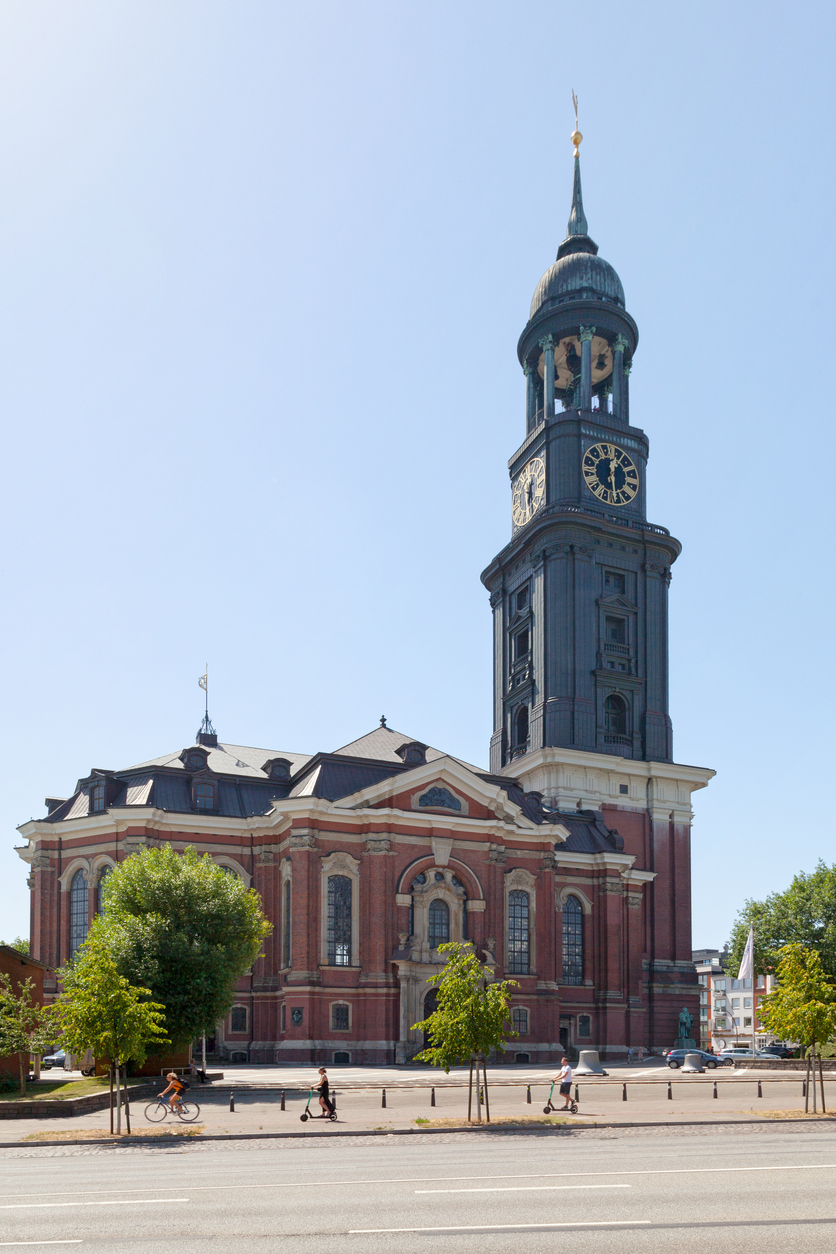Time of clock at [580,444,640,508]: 12:28
